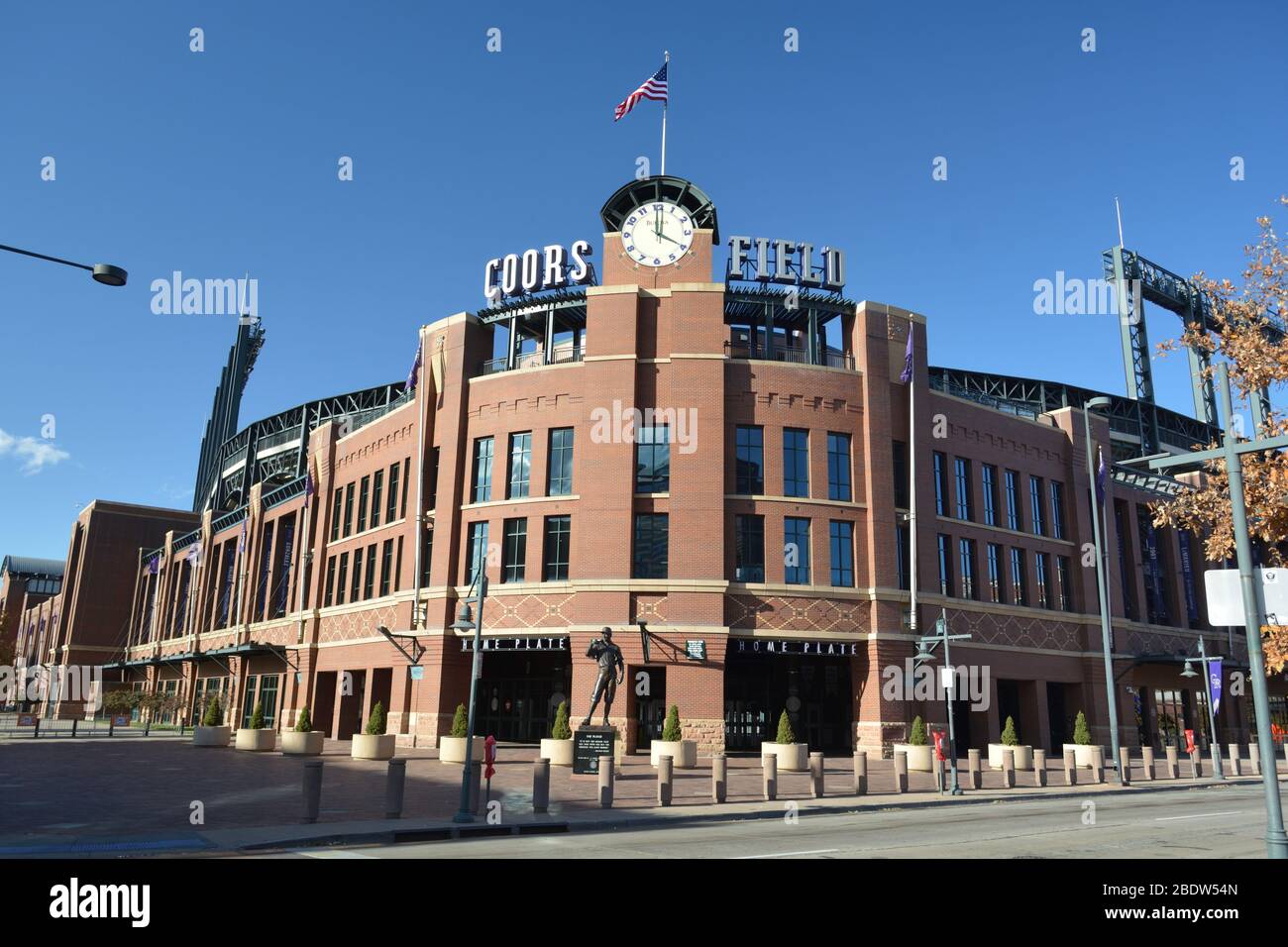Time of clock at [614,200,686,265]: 4:00
